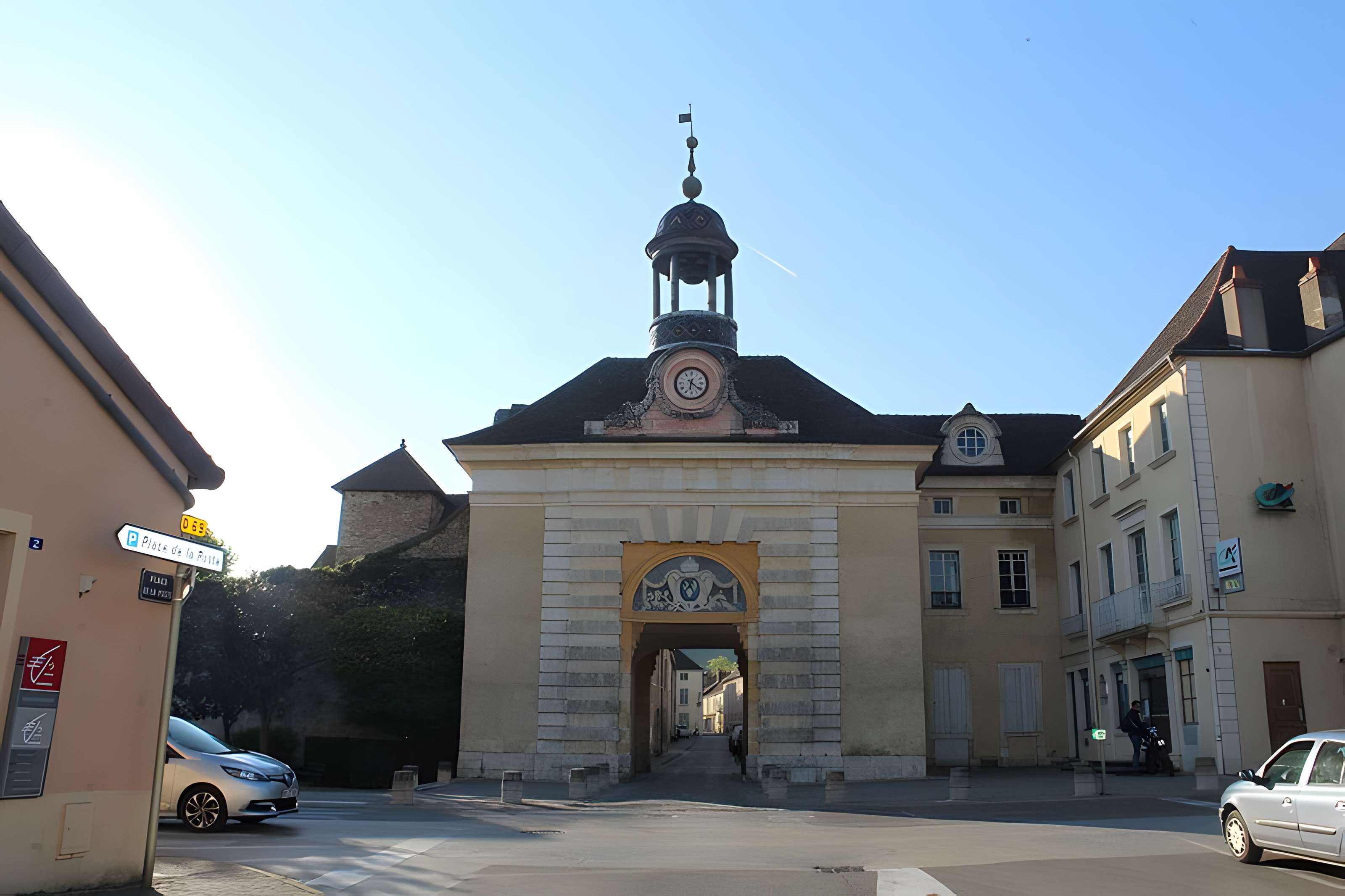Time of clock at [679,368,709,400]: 6:21
